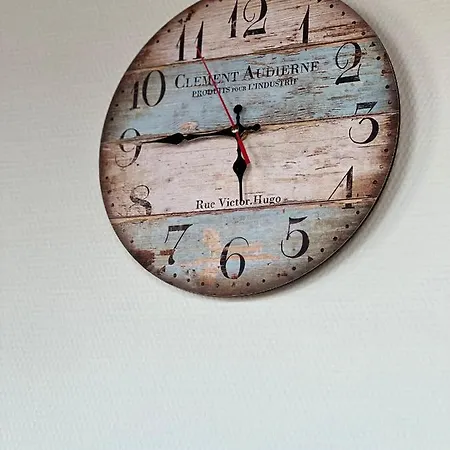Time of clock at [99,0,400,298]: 5:45
